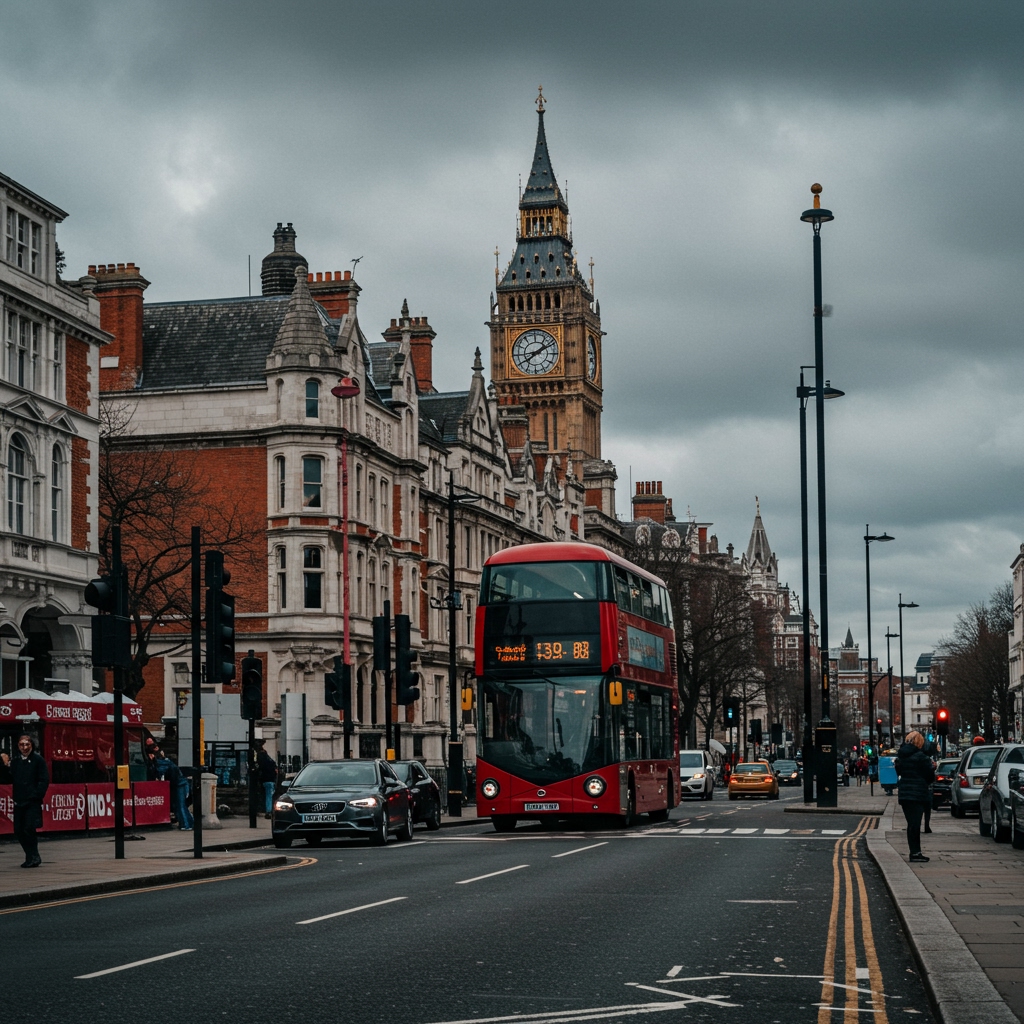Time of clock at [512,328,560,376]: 1:39
